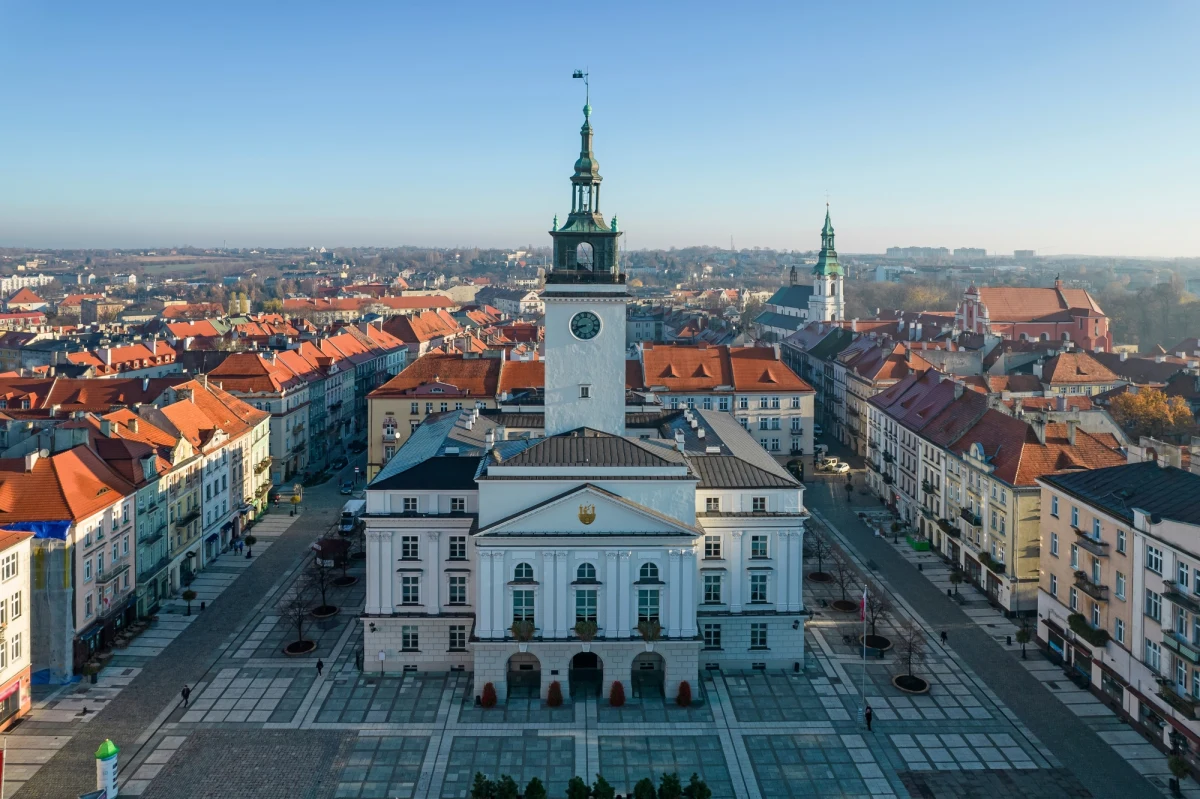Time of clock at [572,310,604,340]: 8:41
